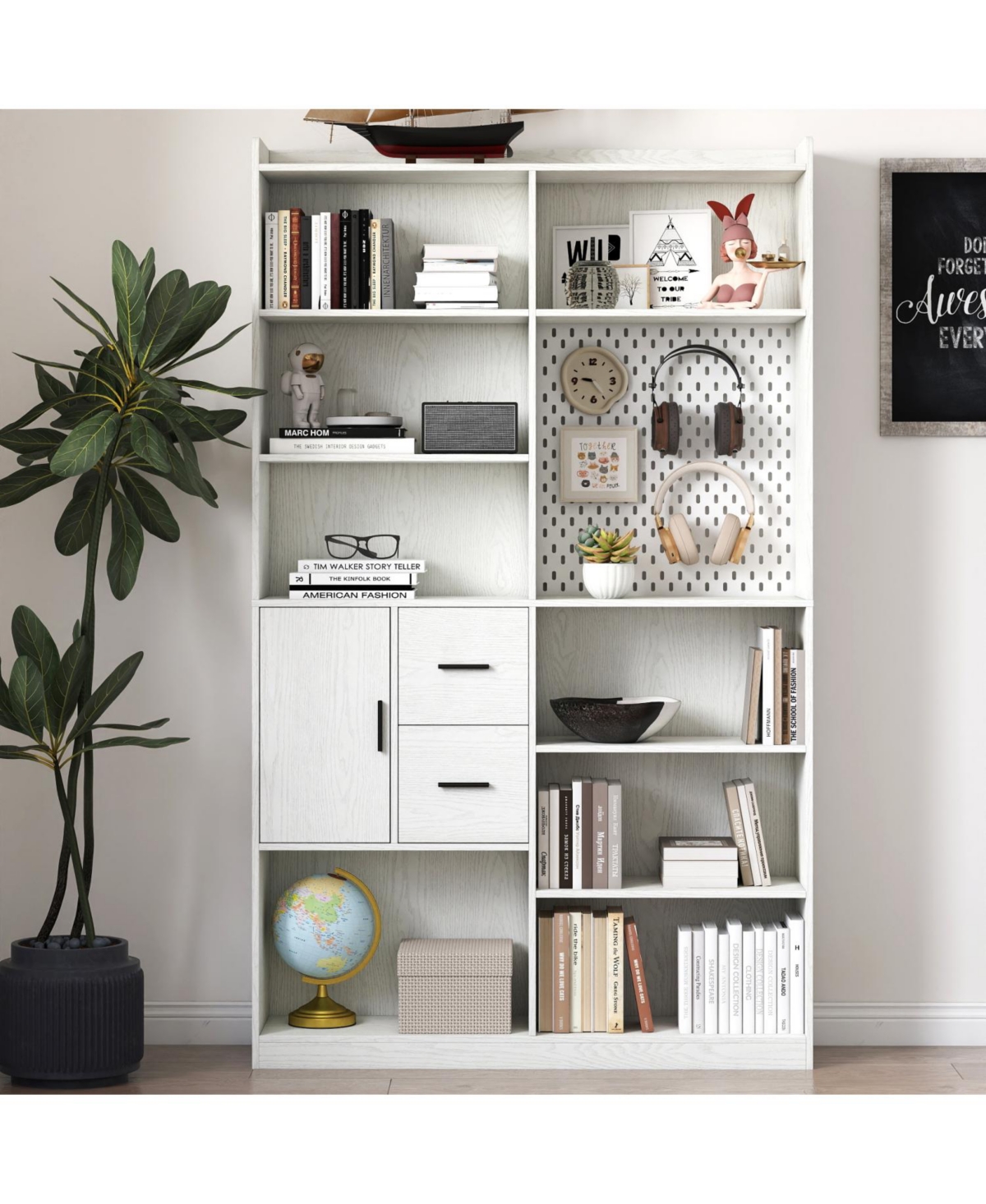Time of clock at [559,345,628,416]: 9:23
